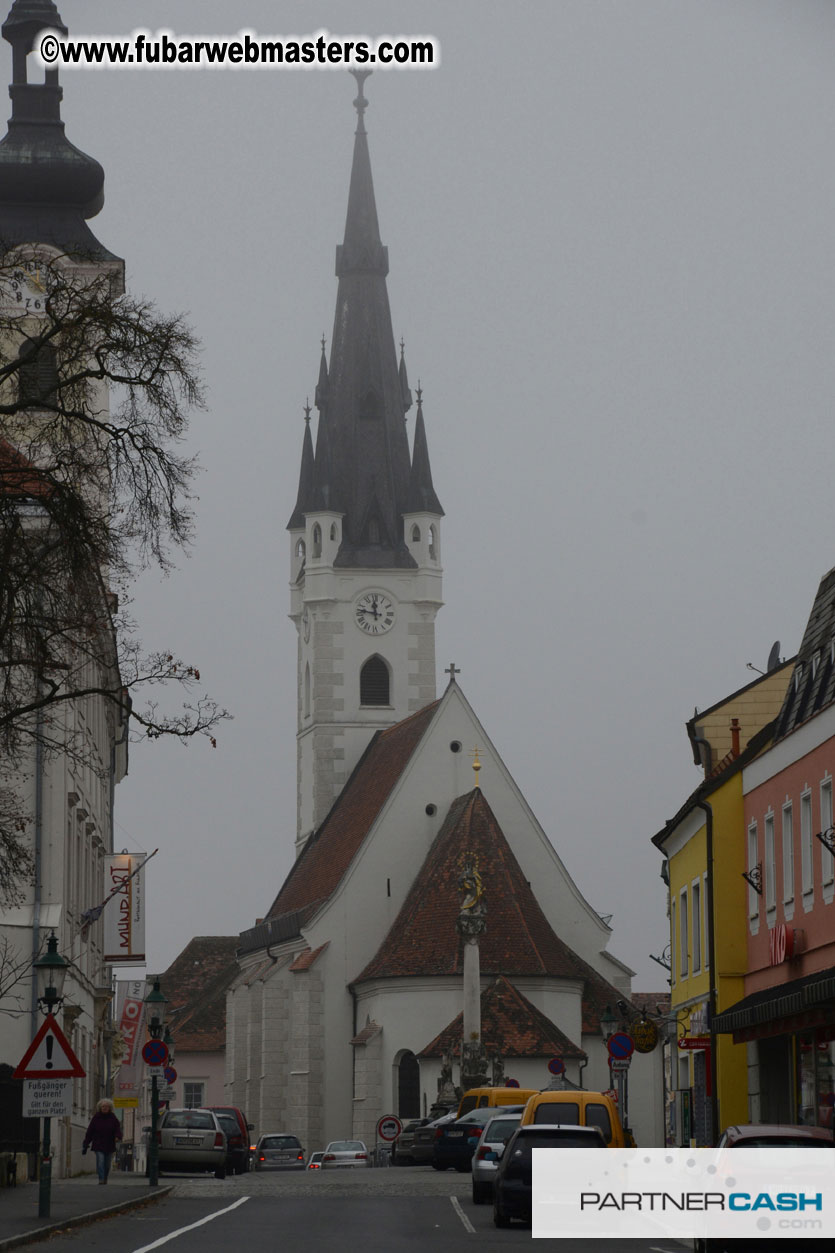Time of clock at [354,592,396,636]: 11:46
